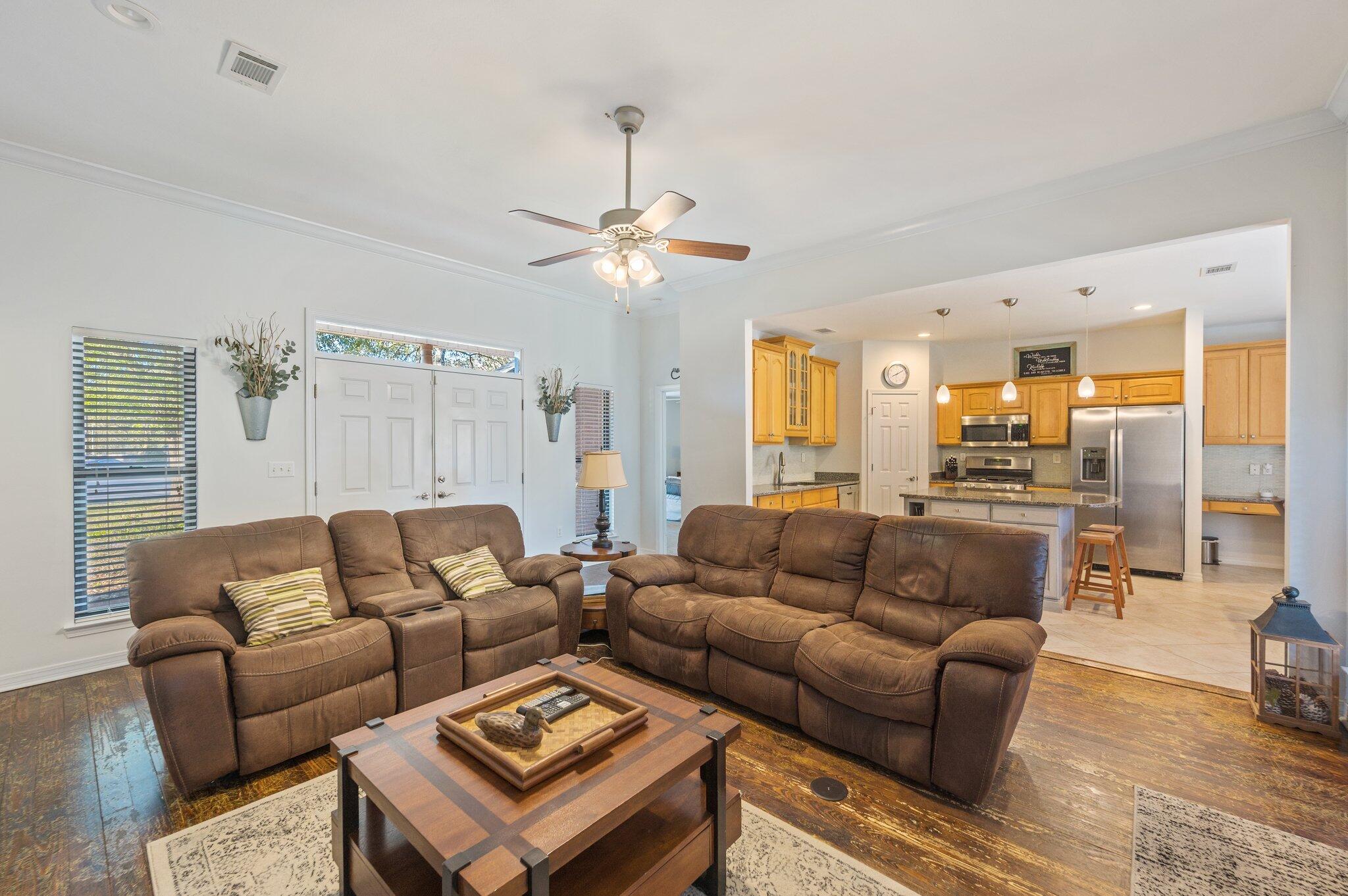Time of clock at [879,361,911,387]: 8:09
